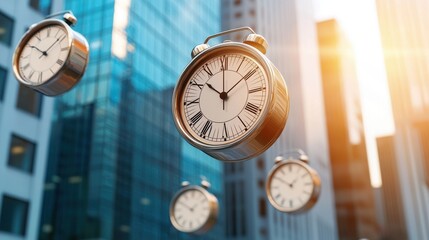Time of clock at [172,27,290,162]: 10:09
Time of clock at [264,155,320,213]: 1:50
